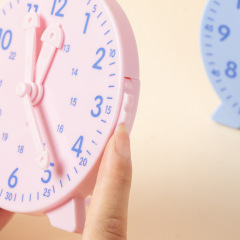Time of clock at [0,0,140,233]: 12:23
